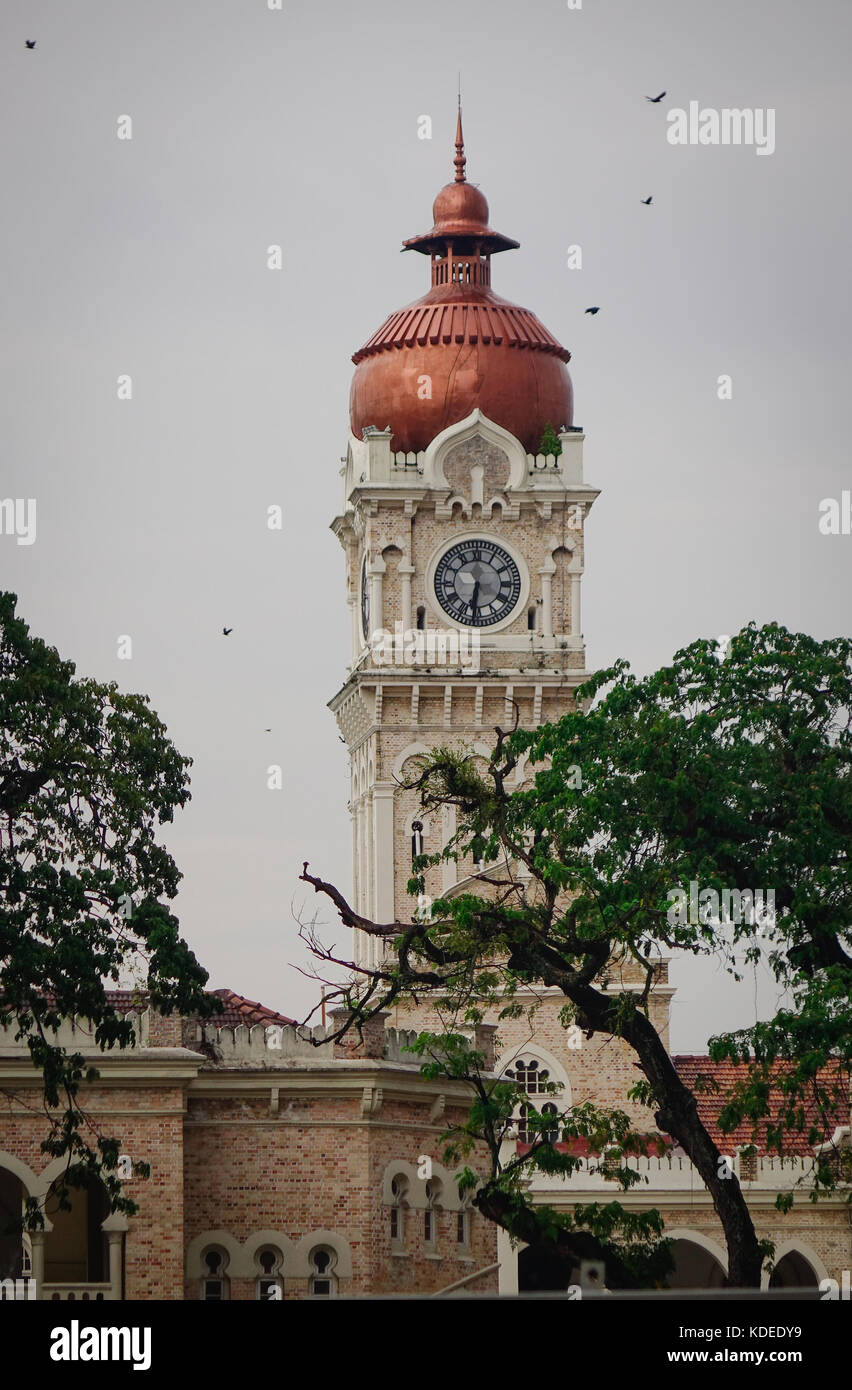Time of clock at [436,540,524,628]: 6:31
